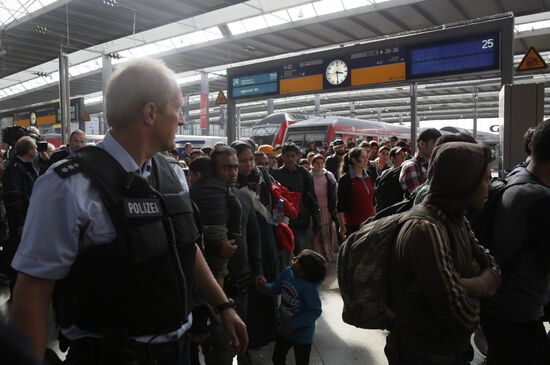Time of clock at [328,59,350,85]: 3:29
